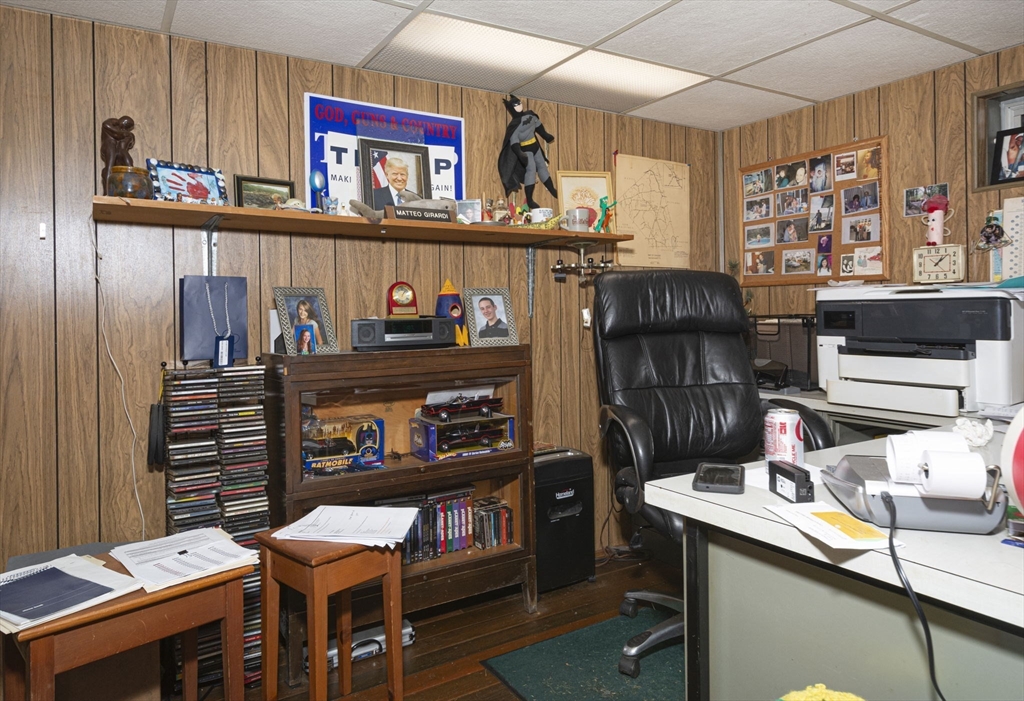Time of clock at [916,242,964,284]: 1:07
